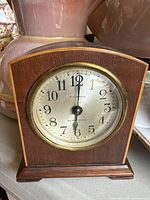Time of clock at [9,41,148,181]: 6:00
